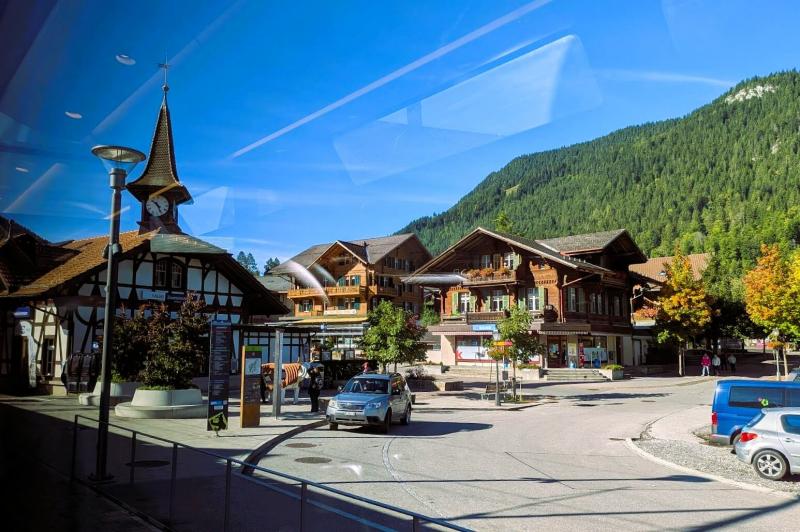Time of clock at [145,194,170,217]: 10:26
